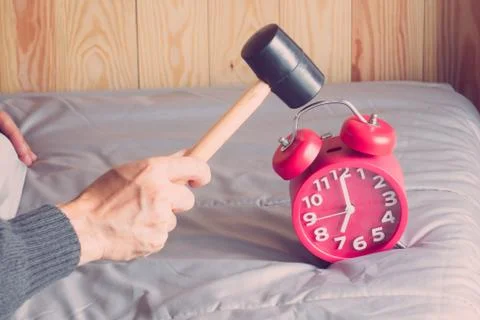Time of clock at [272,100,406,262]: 7:00
